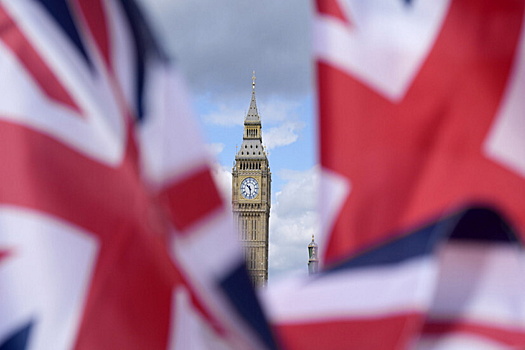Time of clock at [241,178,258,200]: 10:28
